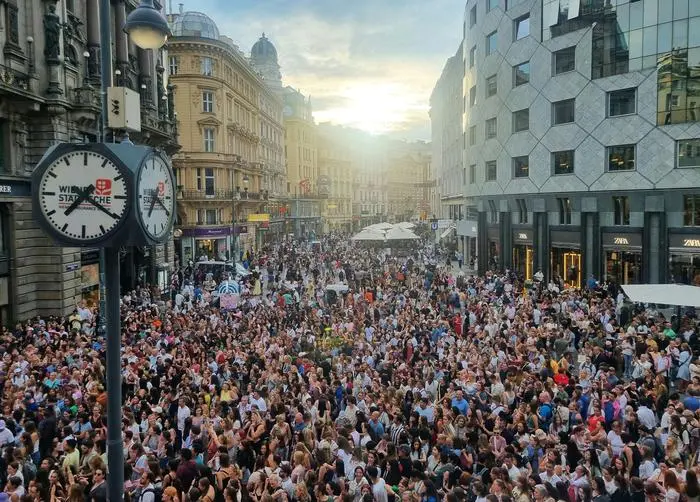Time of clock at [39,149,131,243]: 7:20
